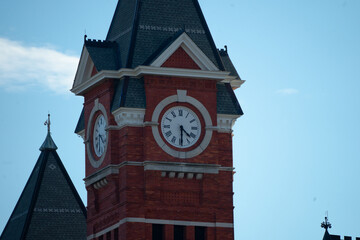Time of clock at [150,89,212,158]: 4:29
